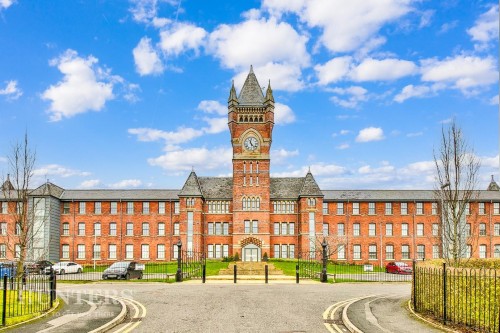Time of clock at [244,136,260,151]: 11:22
